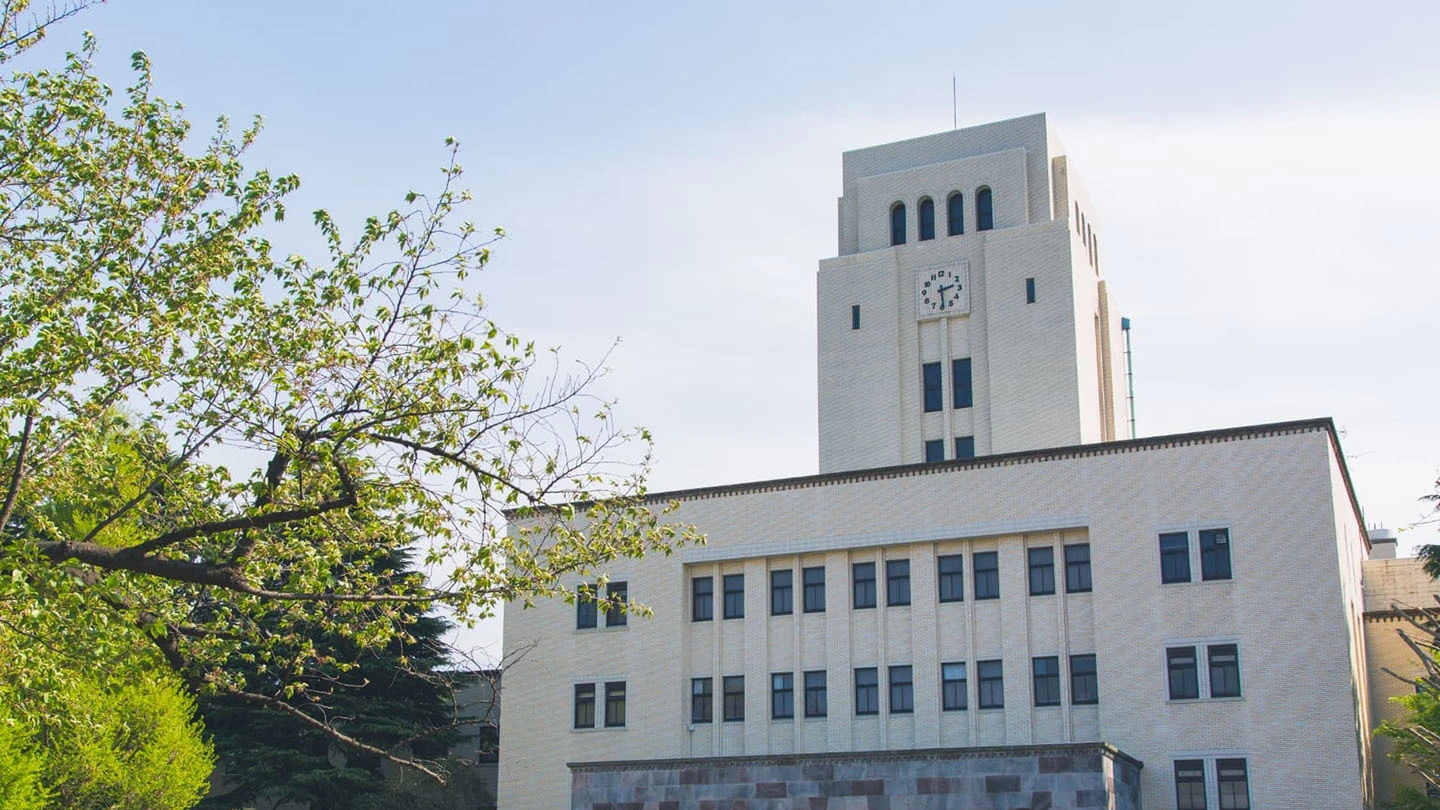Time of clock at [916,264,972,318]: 2:29
